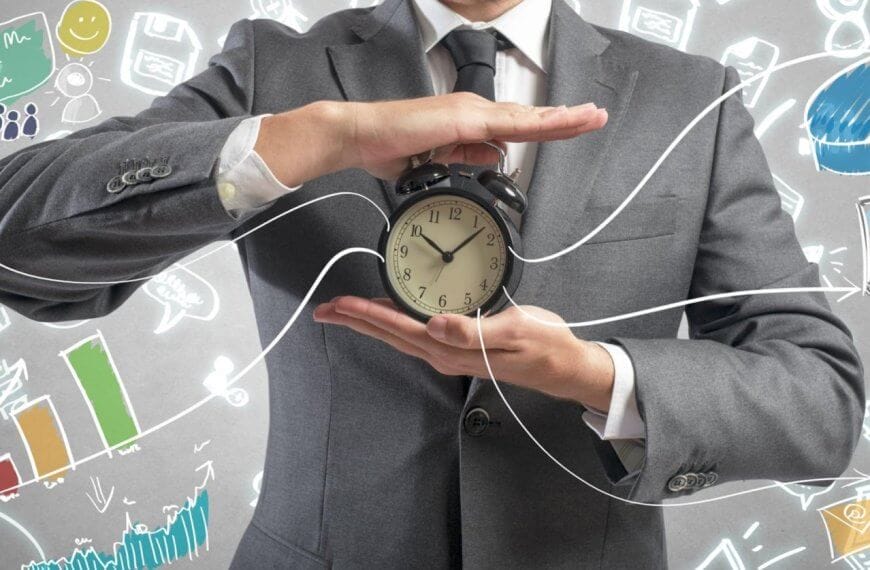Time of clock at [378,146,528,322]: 10:07
